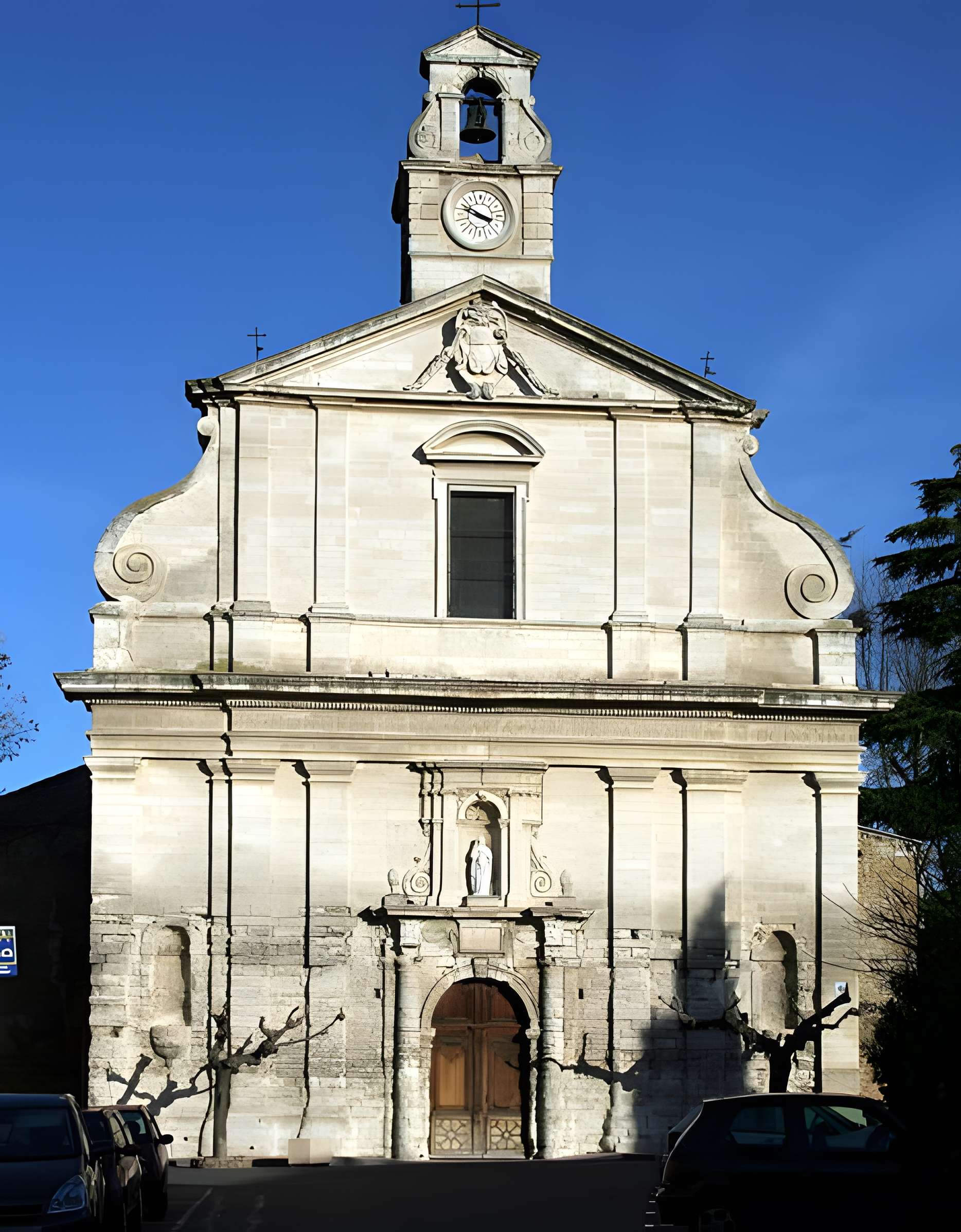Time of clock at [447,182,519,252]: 3:48
